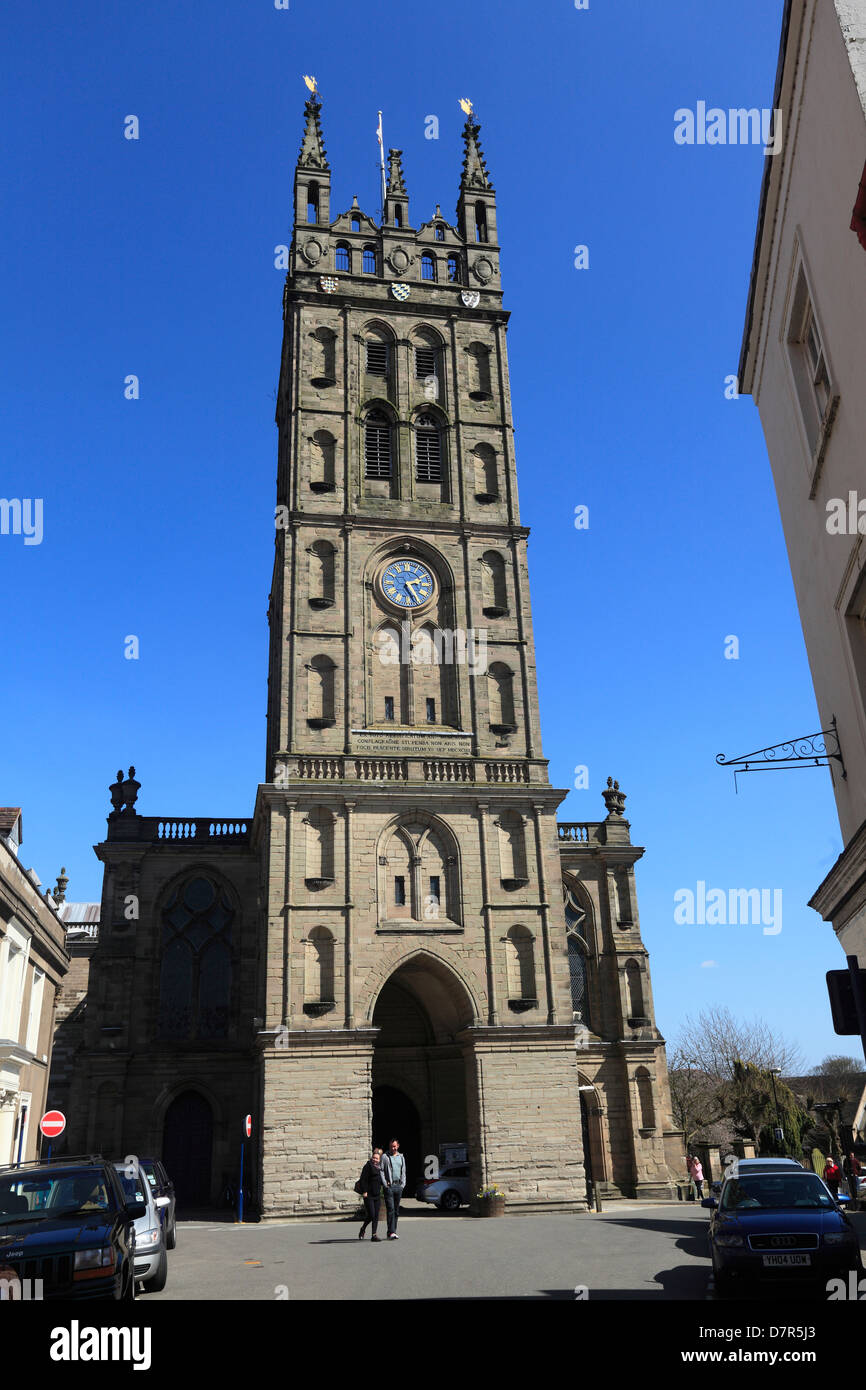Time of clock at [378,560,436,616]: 2:25
